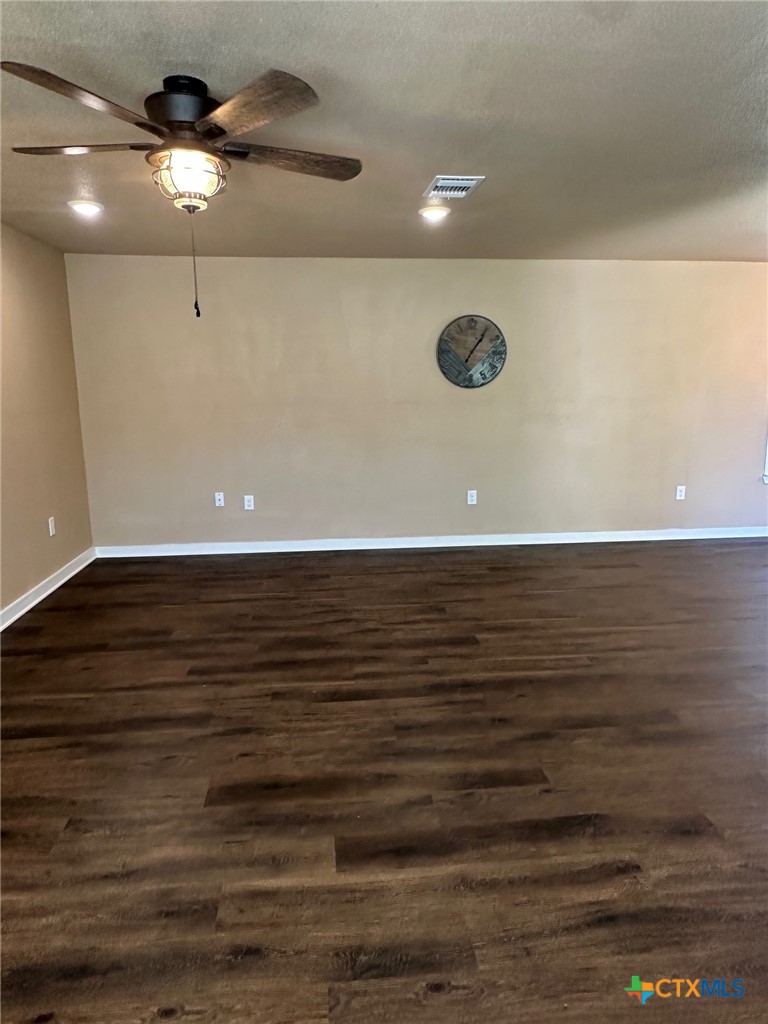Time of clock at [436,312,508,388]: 1:05
